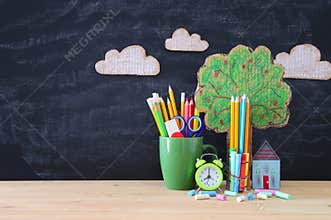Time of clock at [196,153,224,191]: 8:00
